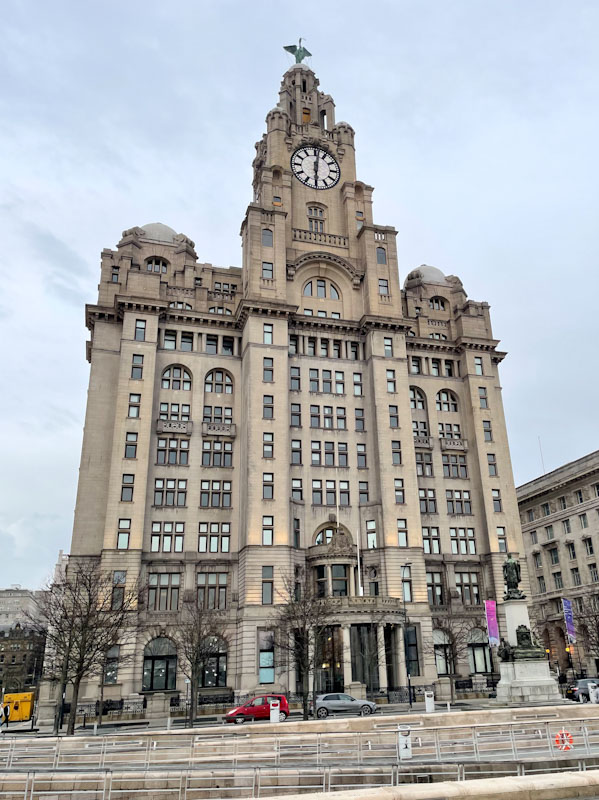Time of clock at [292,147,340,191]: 6:01
